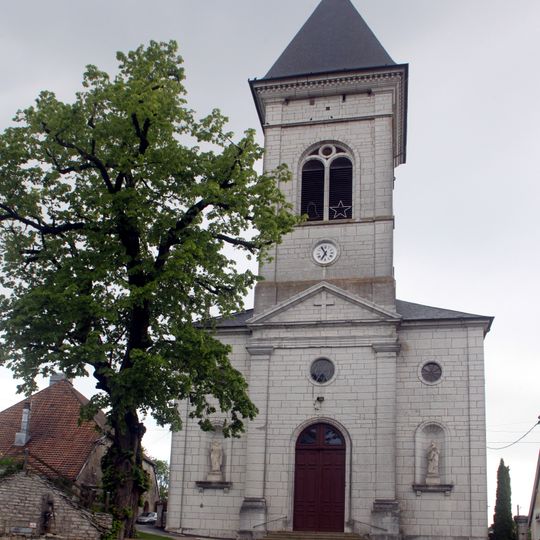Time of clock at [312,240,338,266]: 6:54
